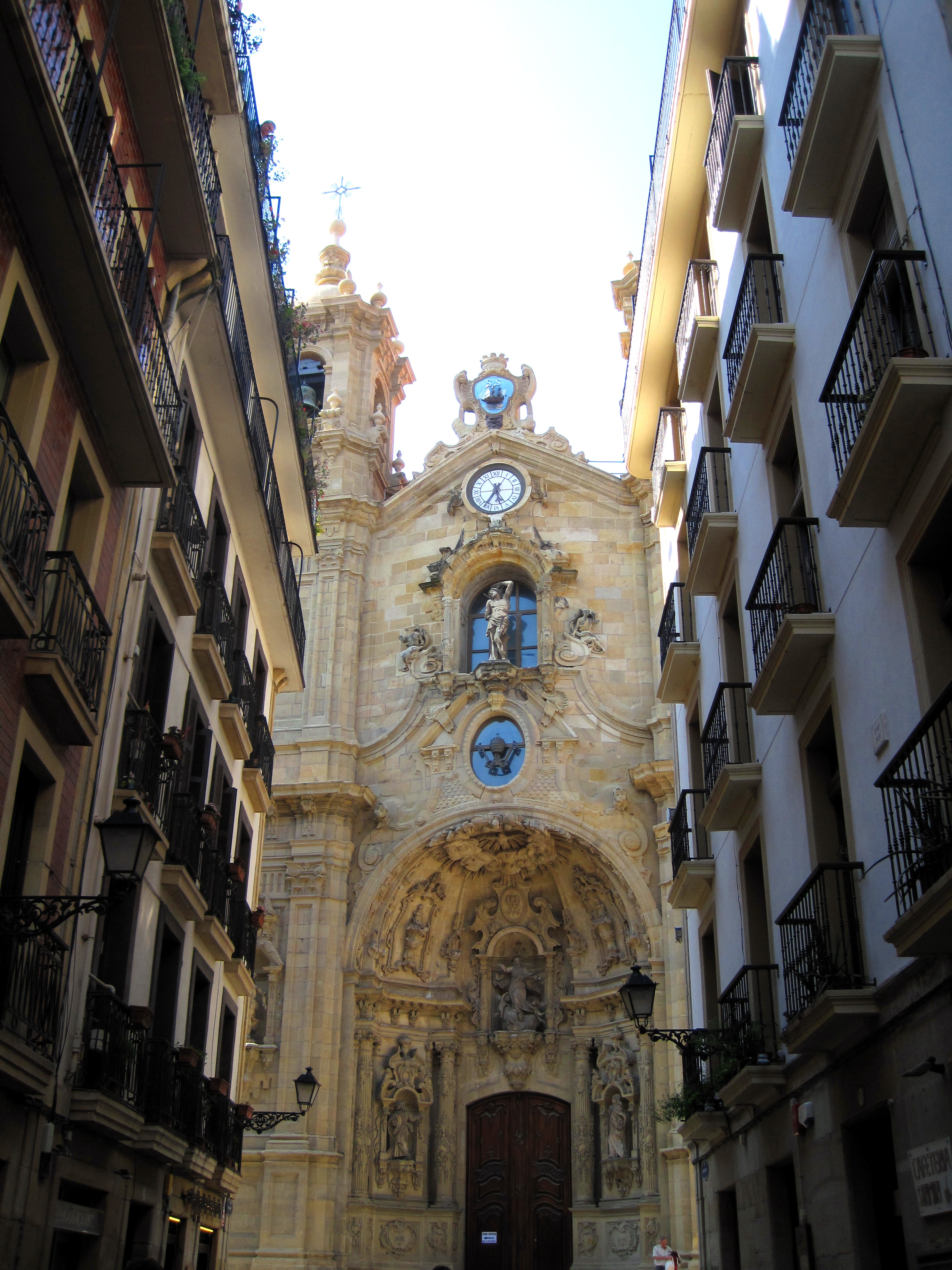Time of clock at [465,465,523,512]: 5:34
